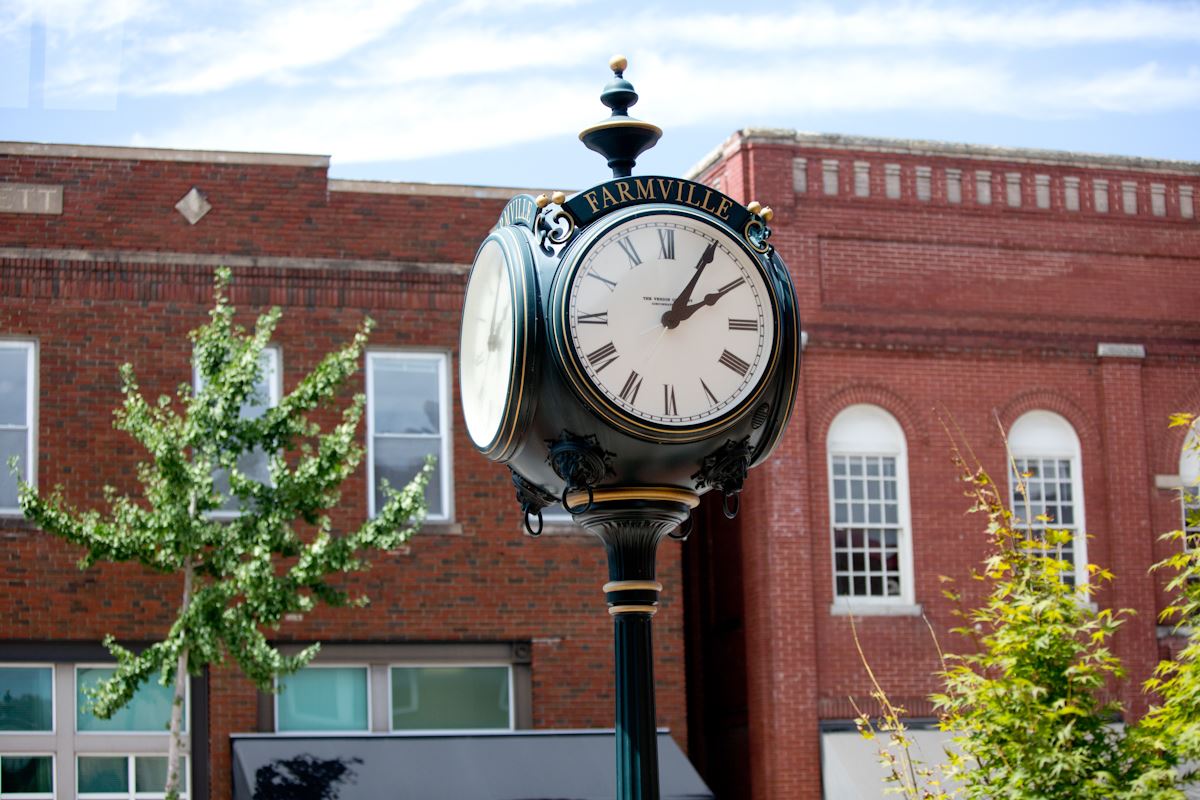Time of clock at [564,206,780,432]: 2:05
